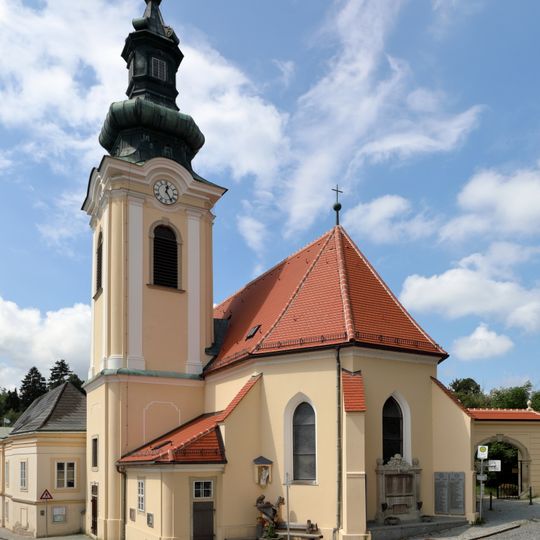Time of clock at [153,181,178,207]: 12:24
